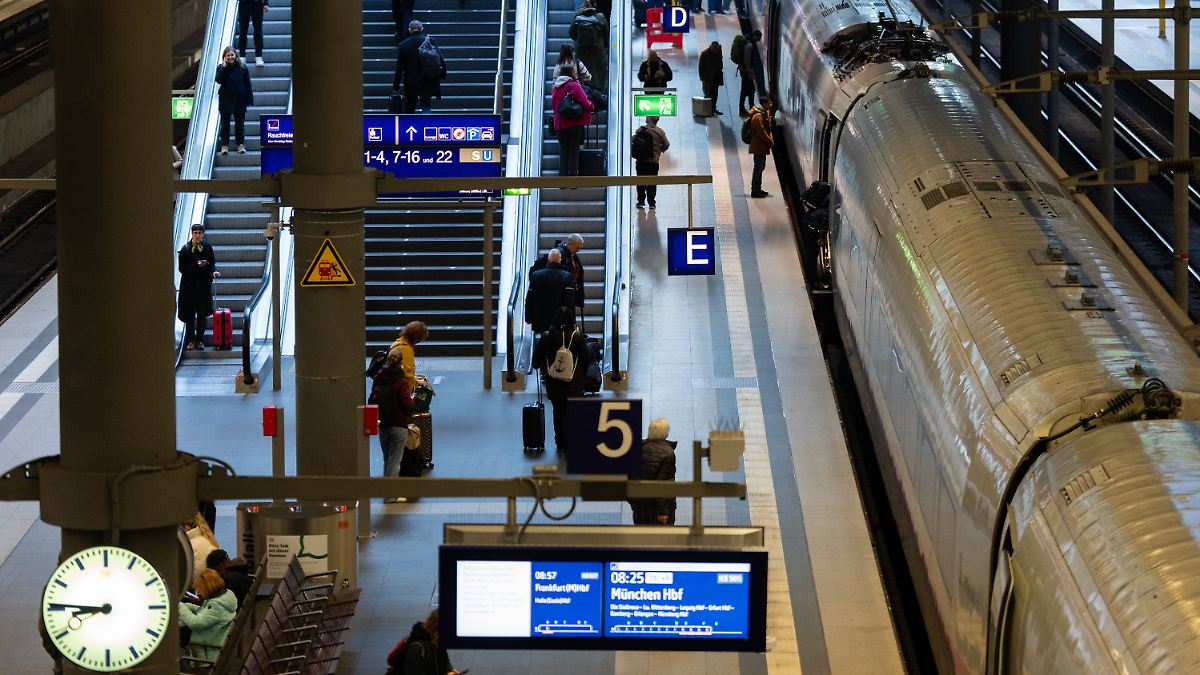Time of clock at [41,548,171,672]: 8:45
